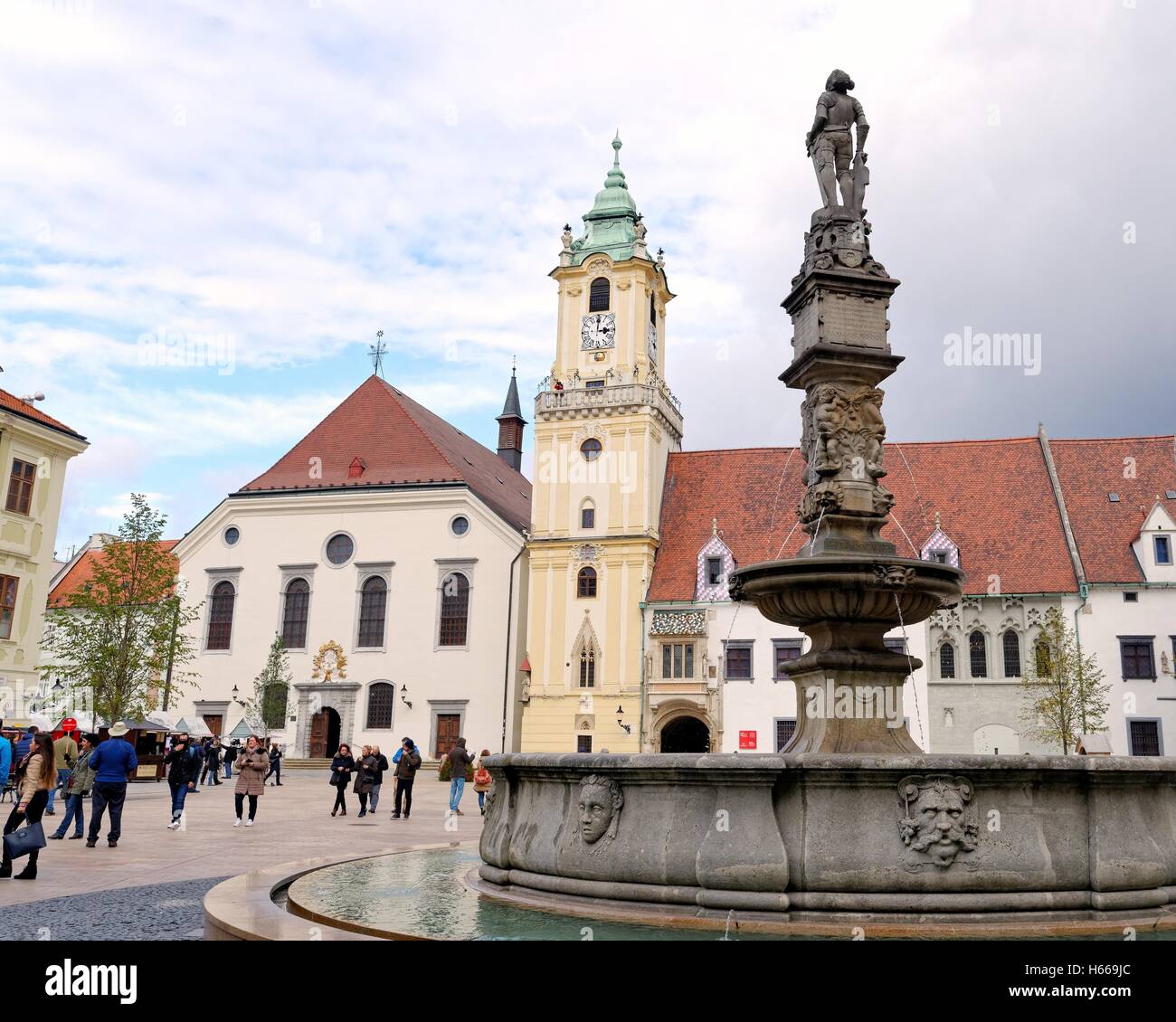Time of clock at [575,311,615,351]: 3:00
